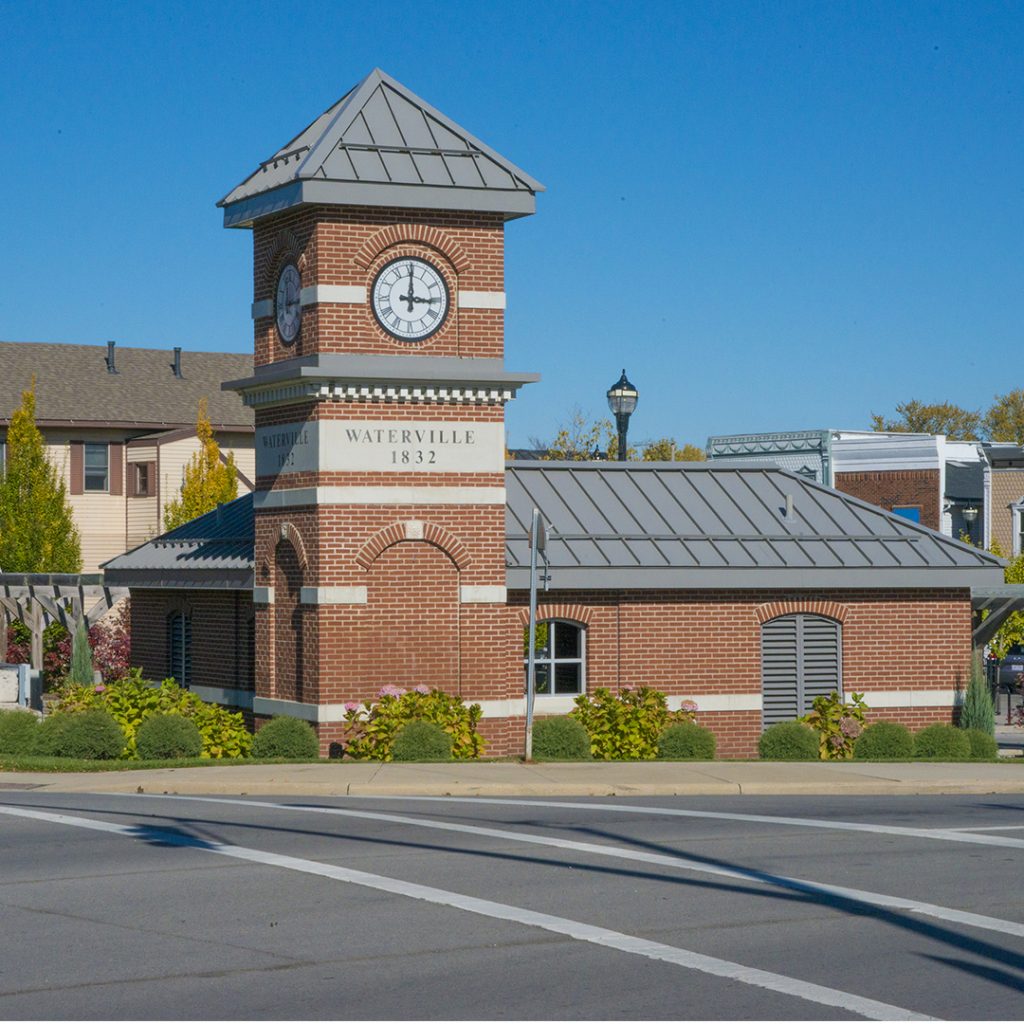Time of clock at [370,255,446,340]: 3:00
